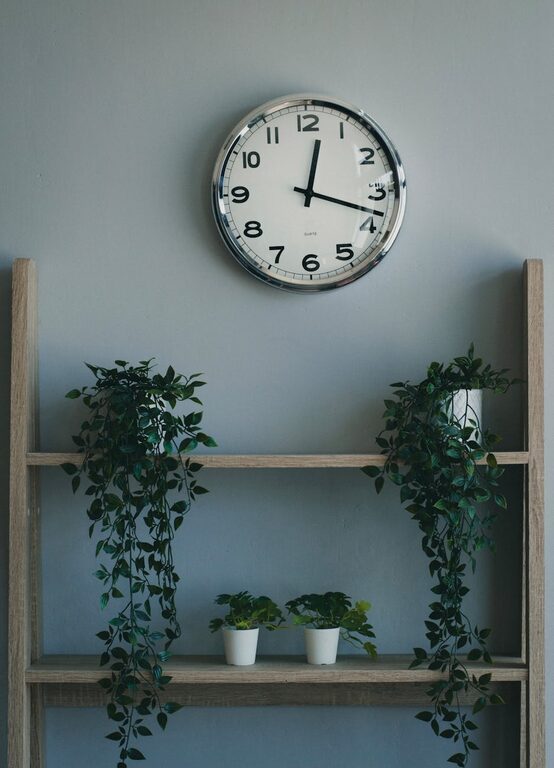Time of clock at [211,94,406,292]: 12:18
